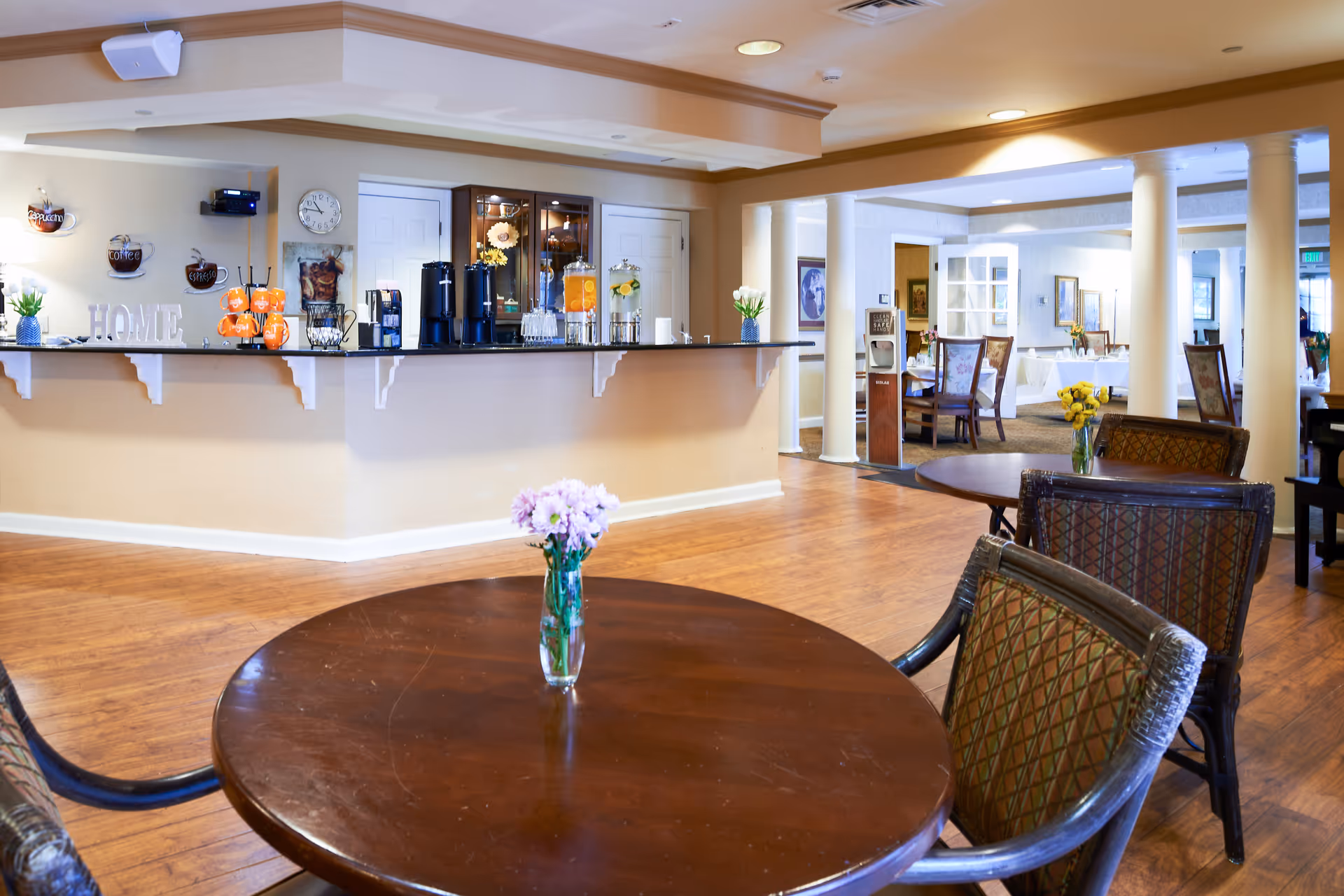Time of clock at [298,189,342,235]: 10:46
